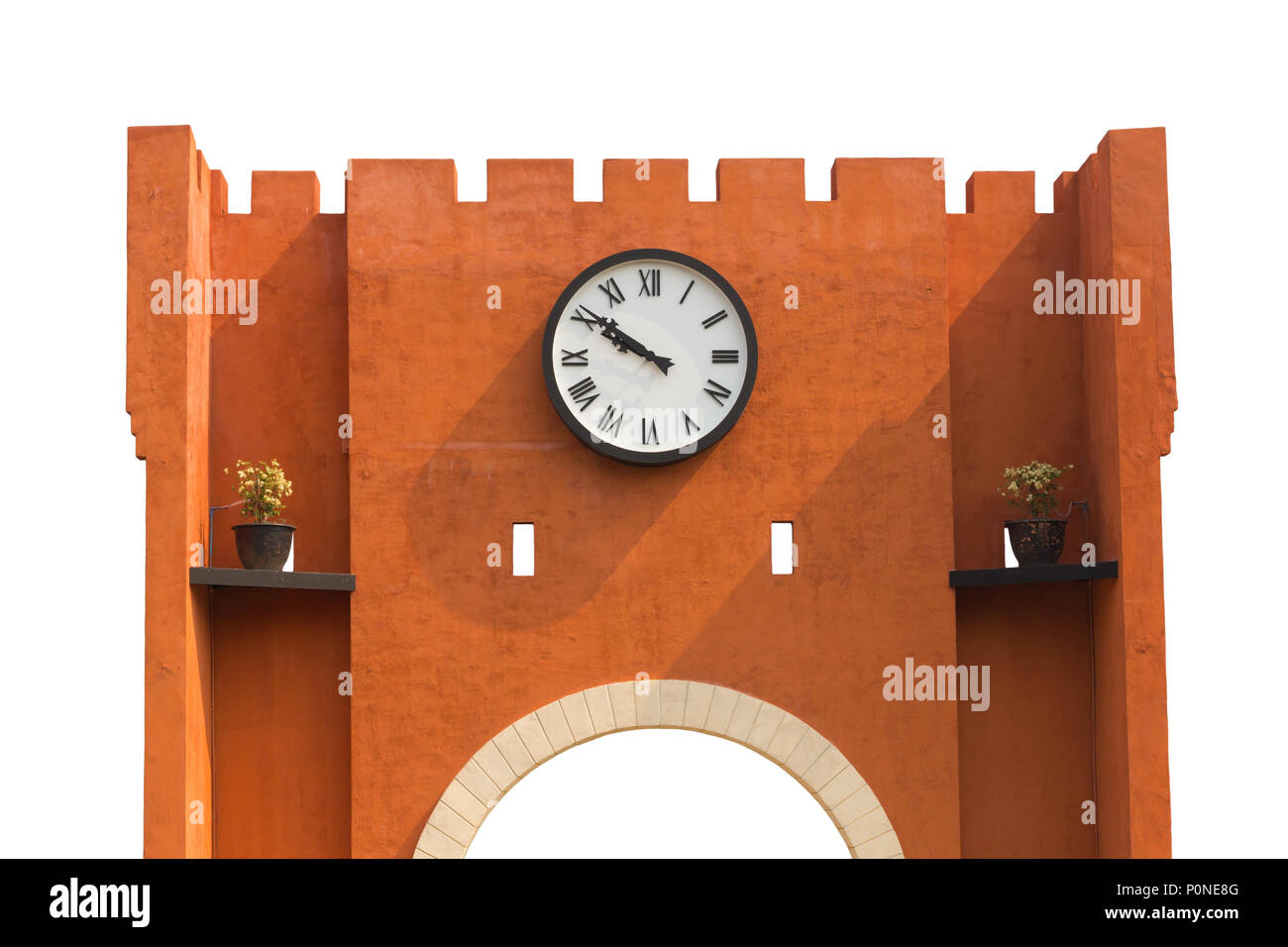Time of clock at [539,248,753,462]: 9:50
